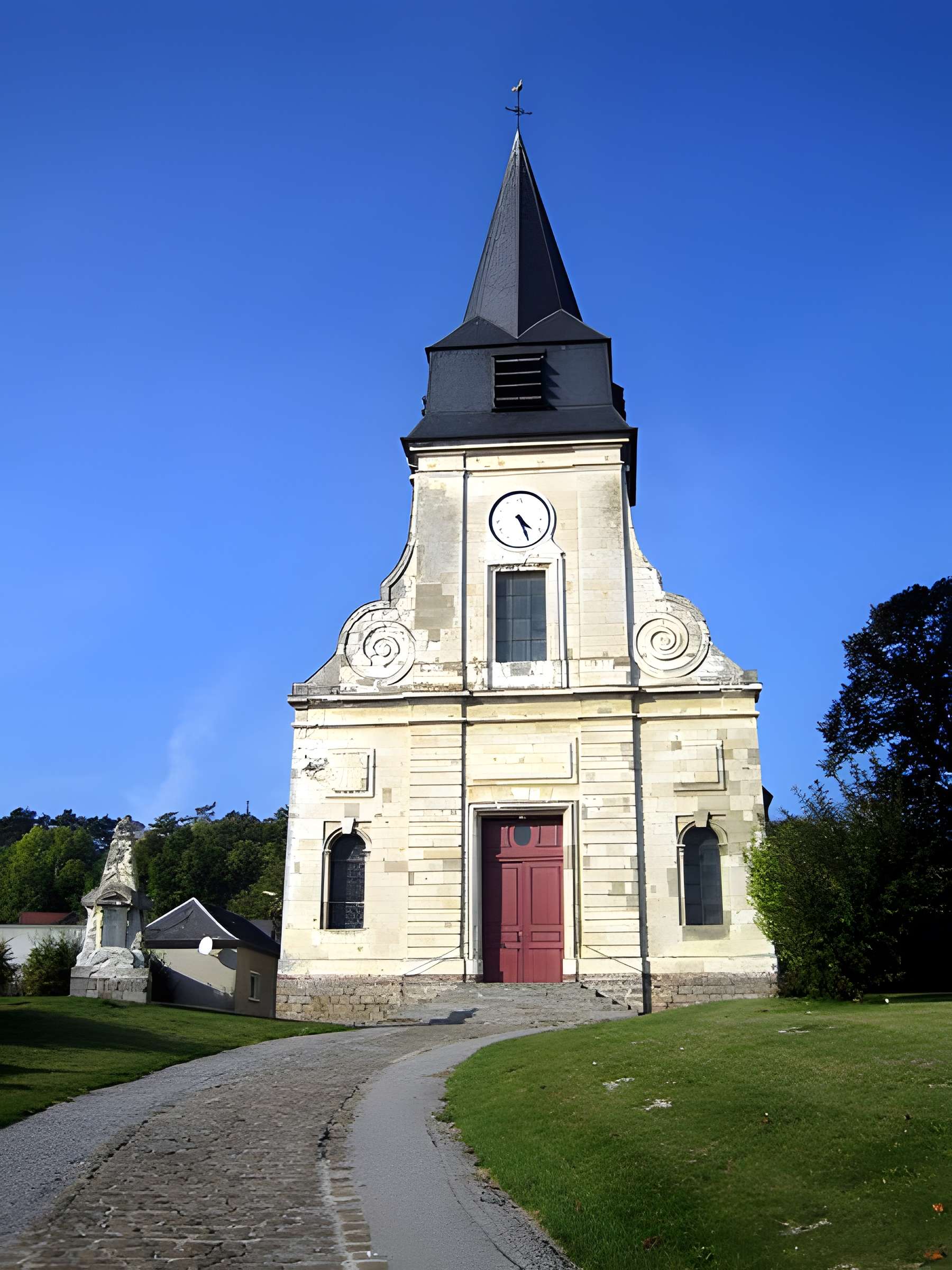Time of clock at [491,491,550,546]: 4:26
